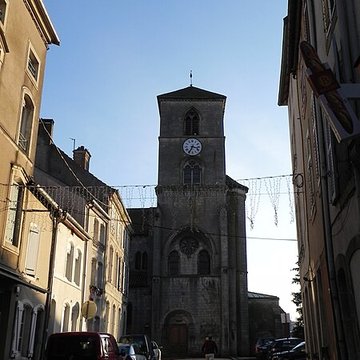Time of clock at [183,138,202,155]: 3:34
